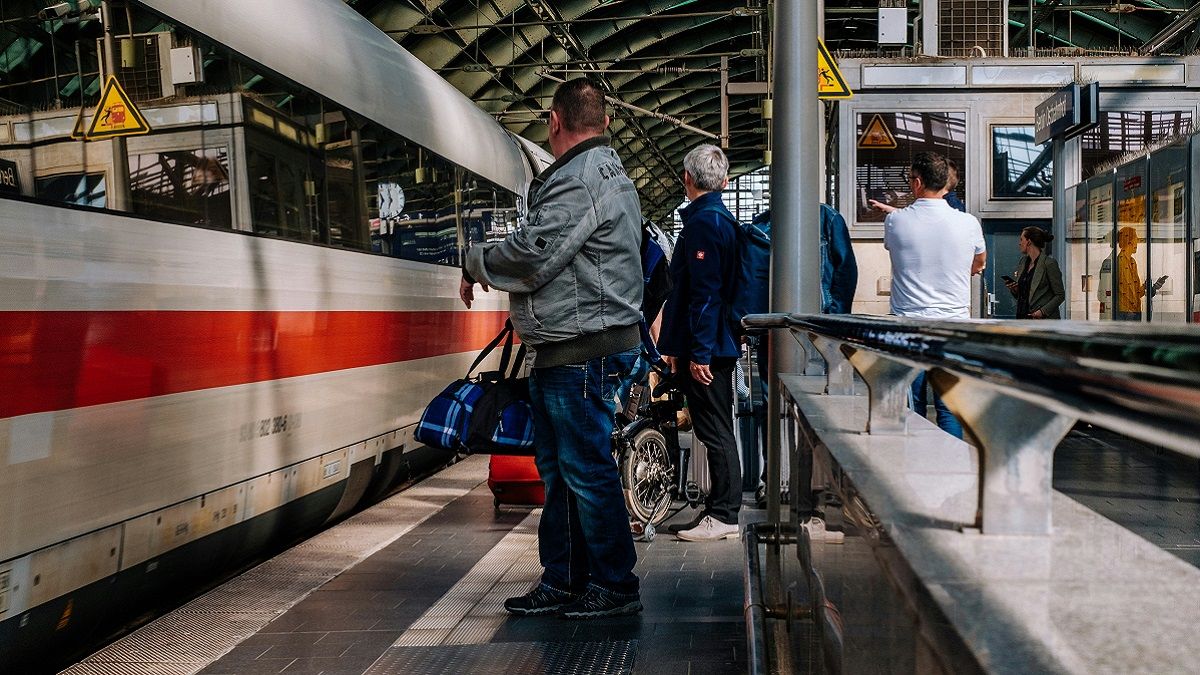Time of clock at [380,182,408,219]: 6:58
